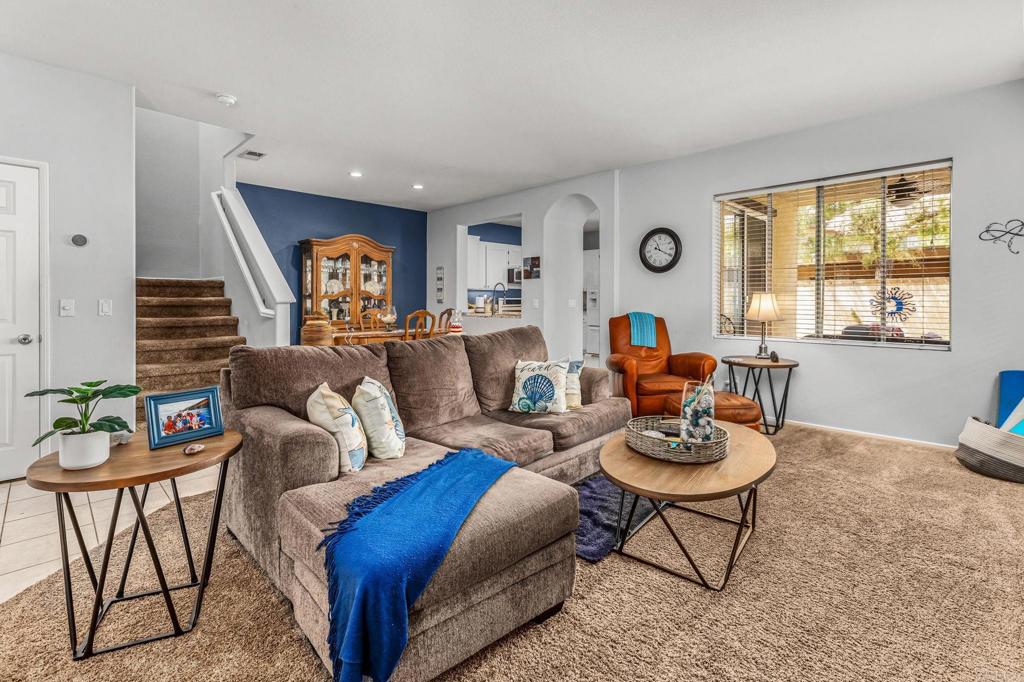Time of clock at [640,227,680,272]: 11:19
